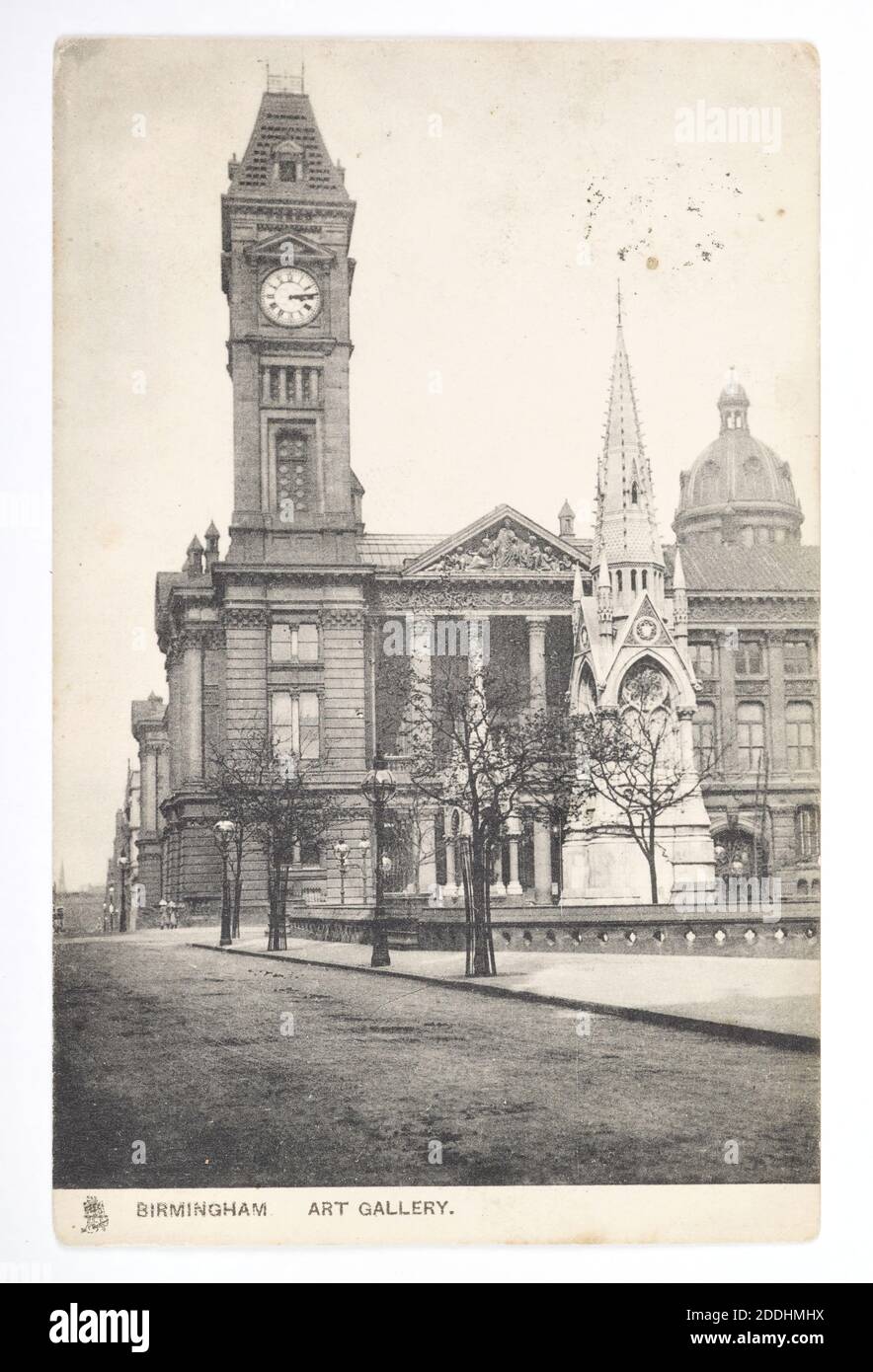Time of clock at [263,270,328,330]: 3:13
